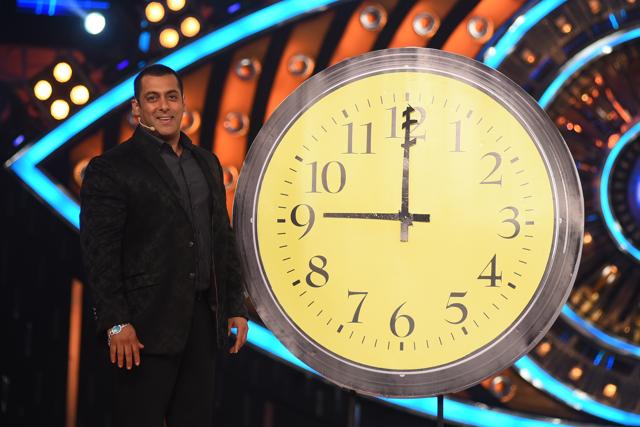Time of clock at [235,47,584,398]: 9:00
